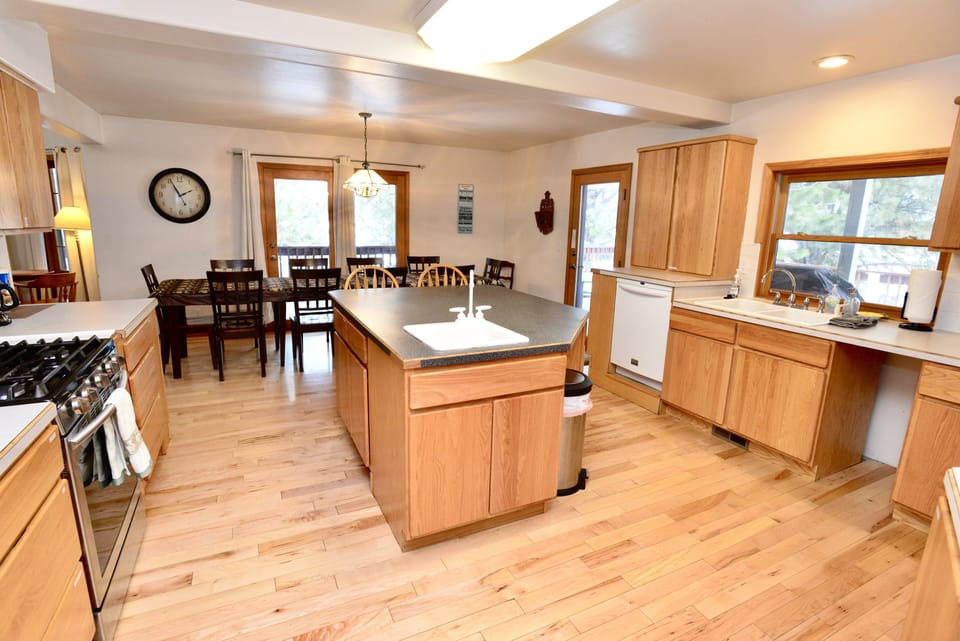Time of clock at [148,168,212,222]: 1:55
